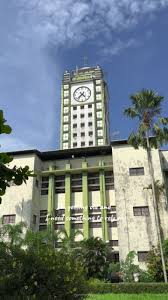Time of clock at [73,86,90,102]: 4:37
